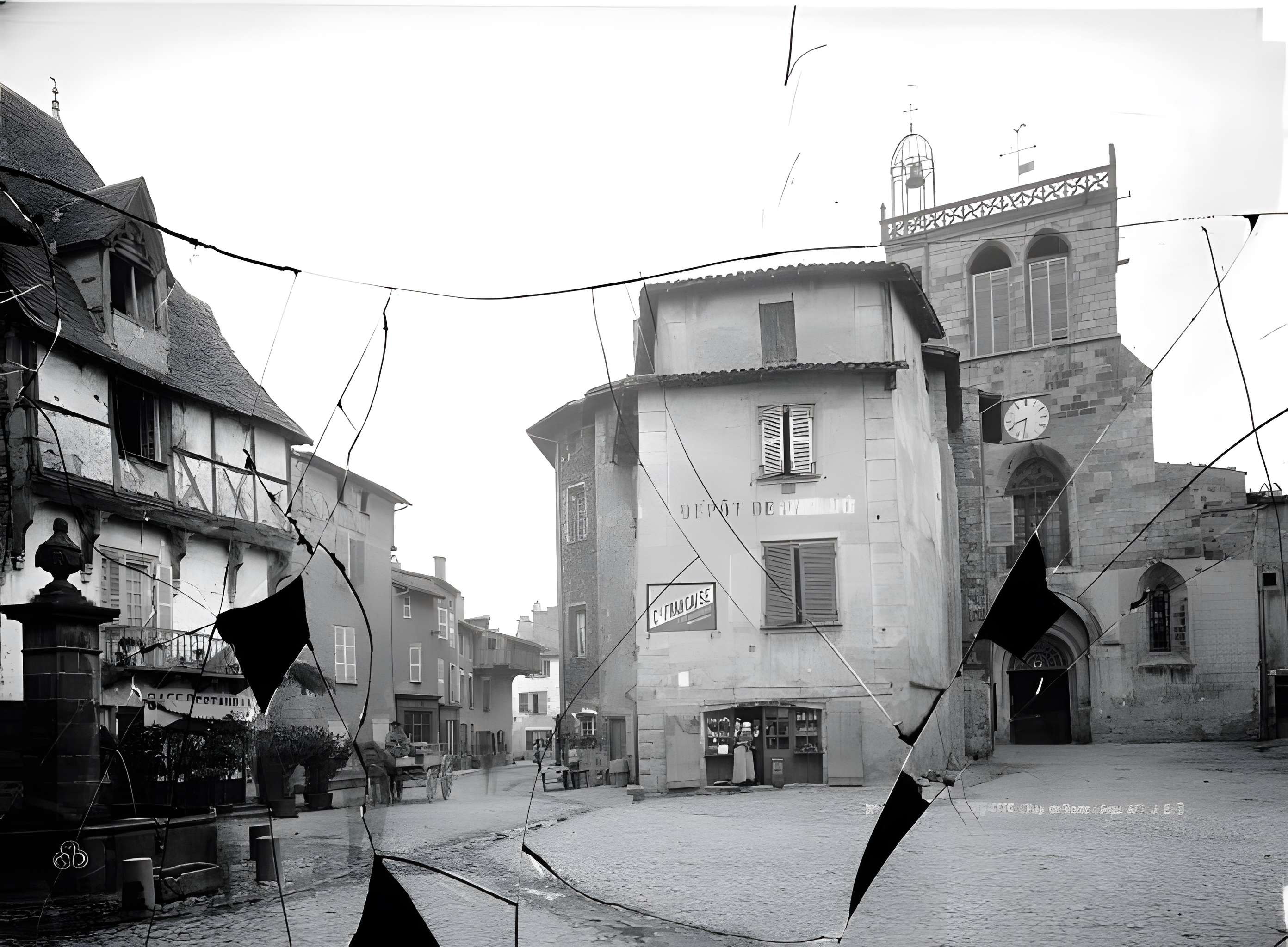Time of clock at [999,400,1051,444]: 8:31
